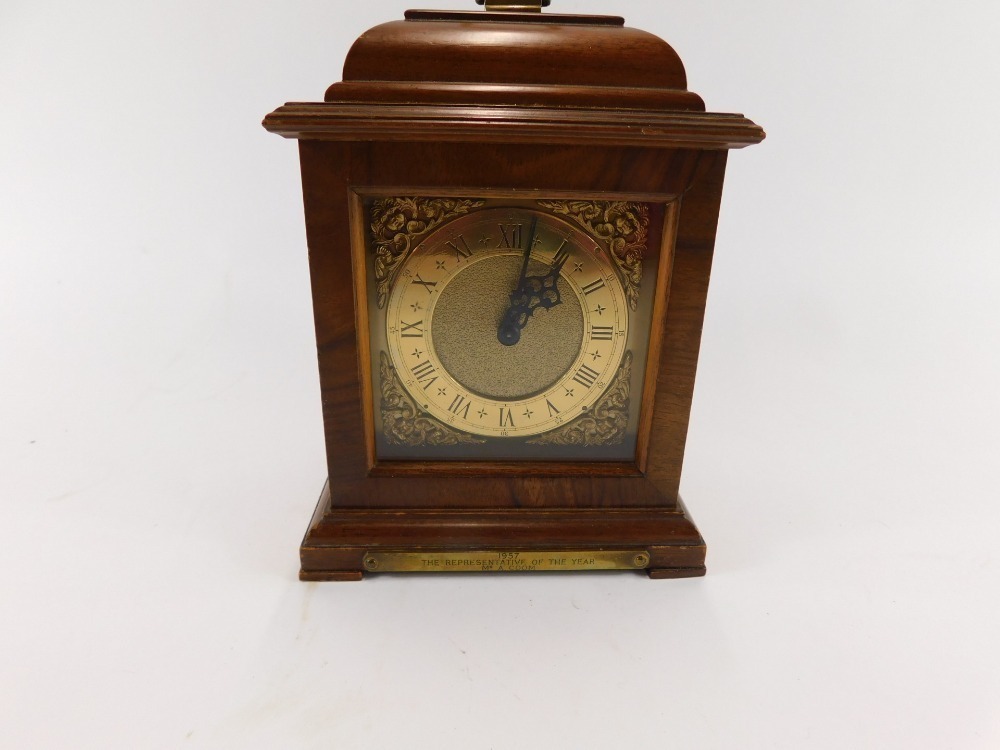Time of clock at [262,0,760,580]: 1:02
